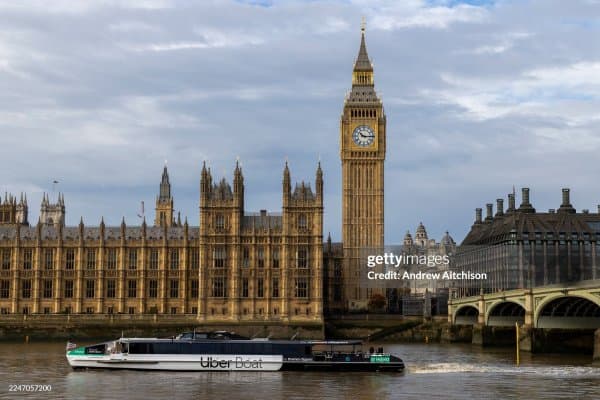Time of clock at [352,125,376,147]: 10:14
